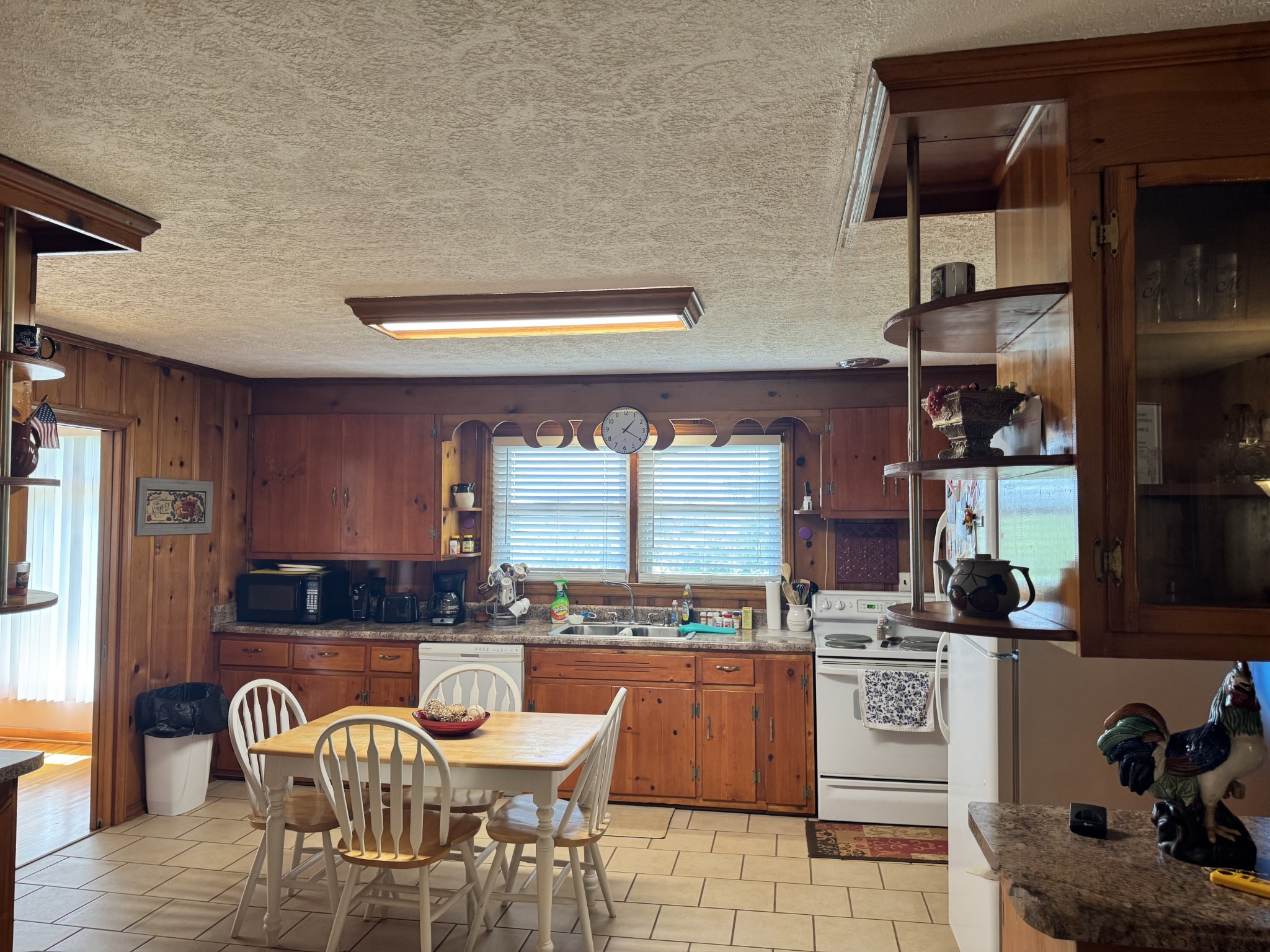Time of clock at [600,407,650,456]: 1:19
